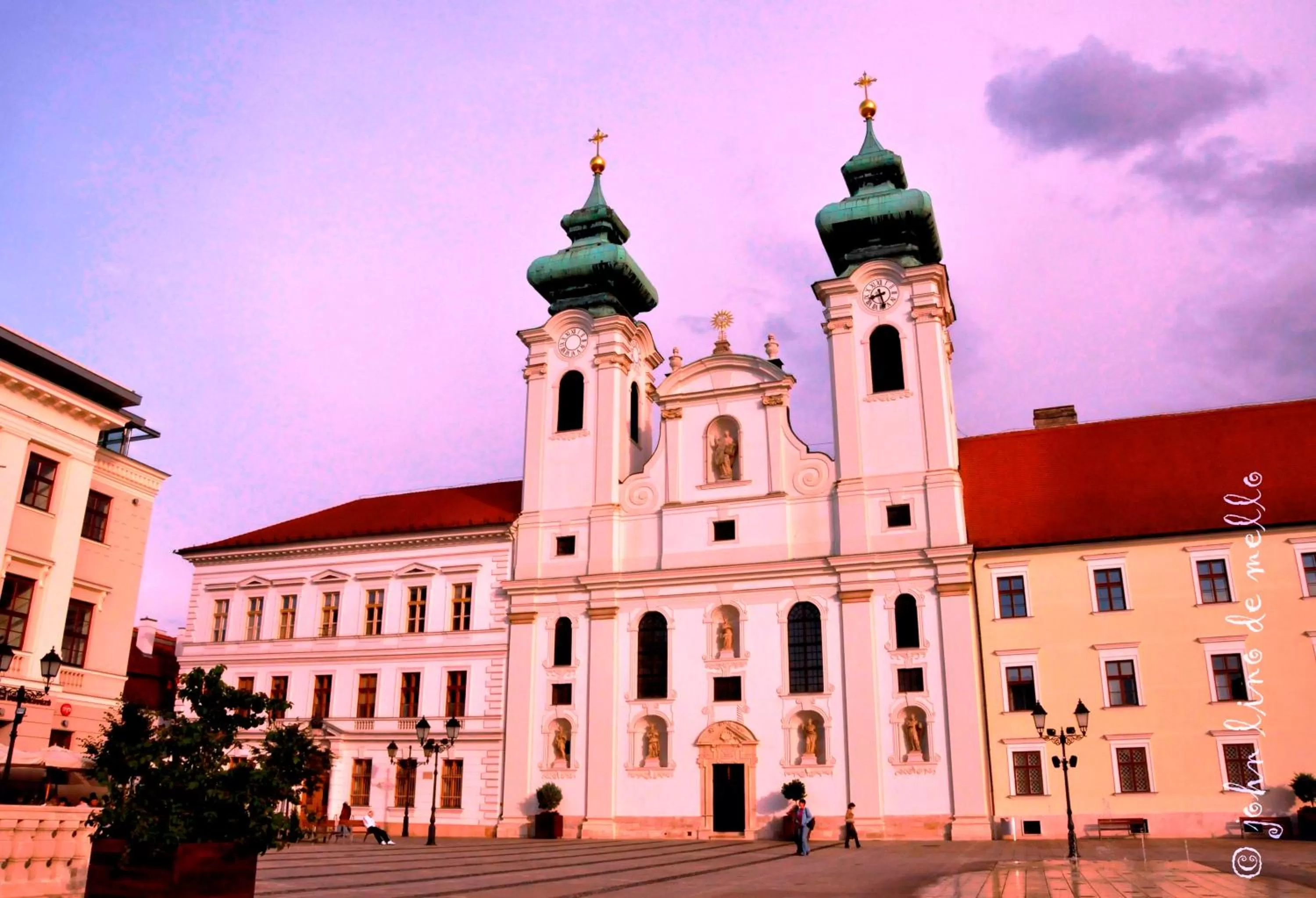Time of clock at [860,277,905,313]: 8:27
